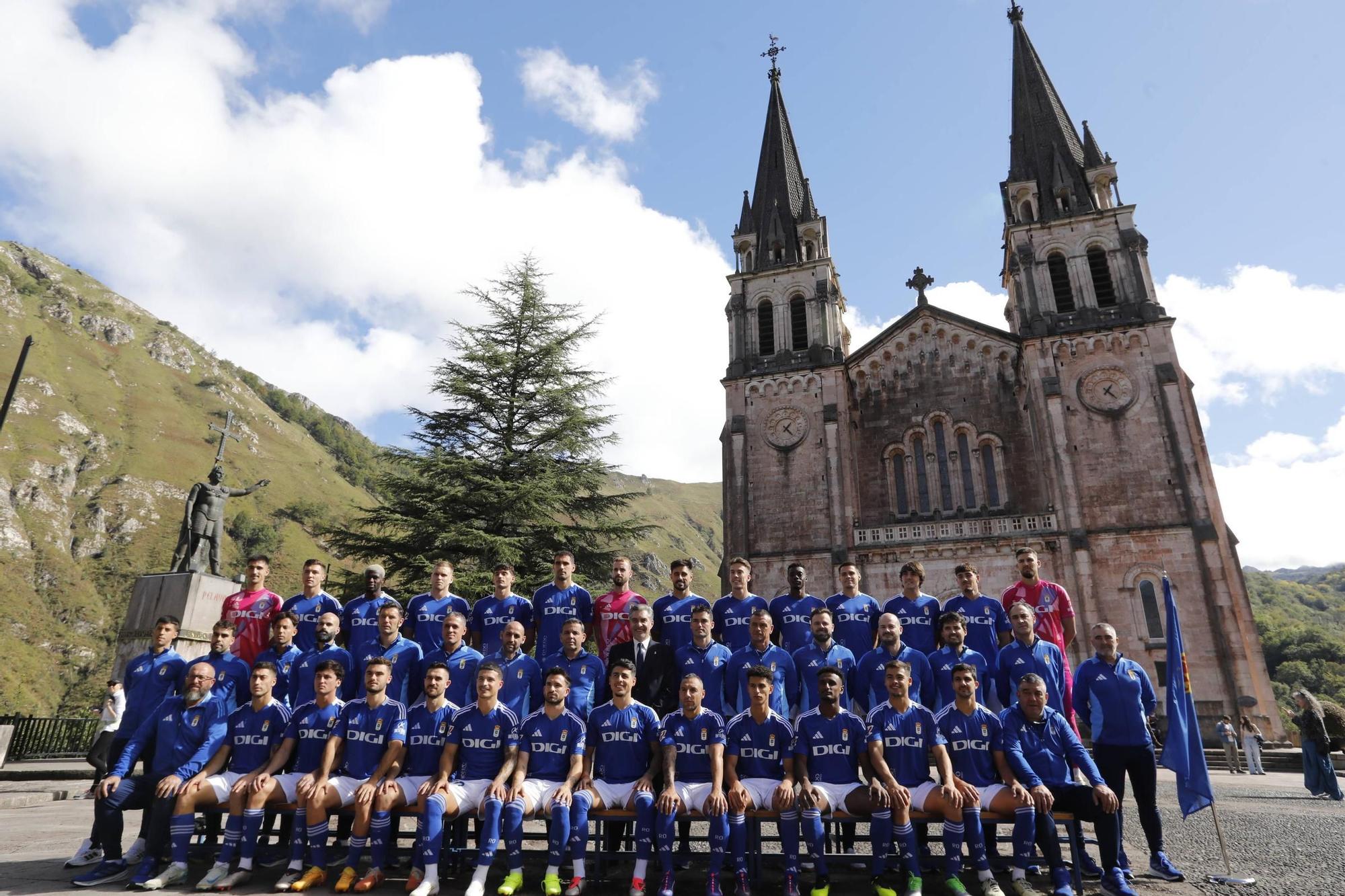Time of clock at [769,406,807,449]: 1:22
